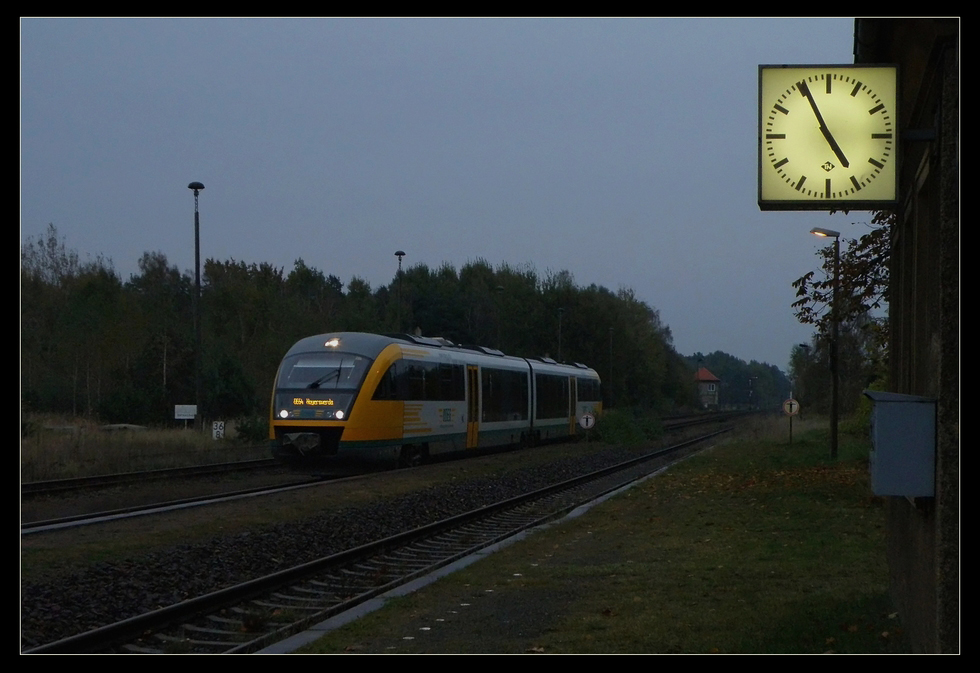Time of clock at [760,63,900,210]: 4:55
